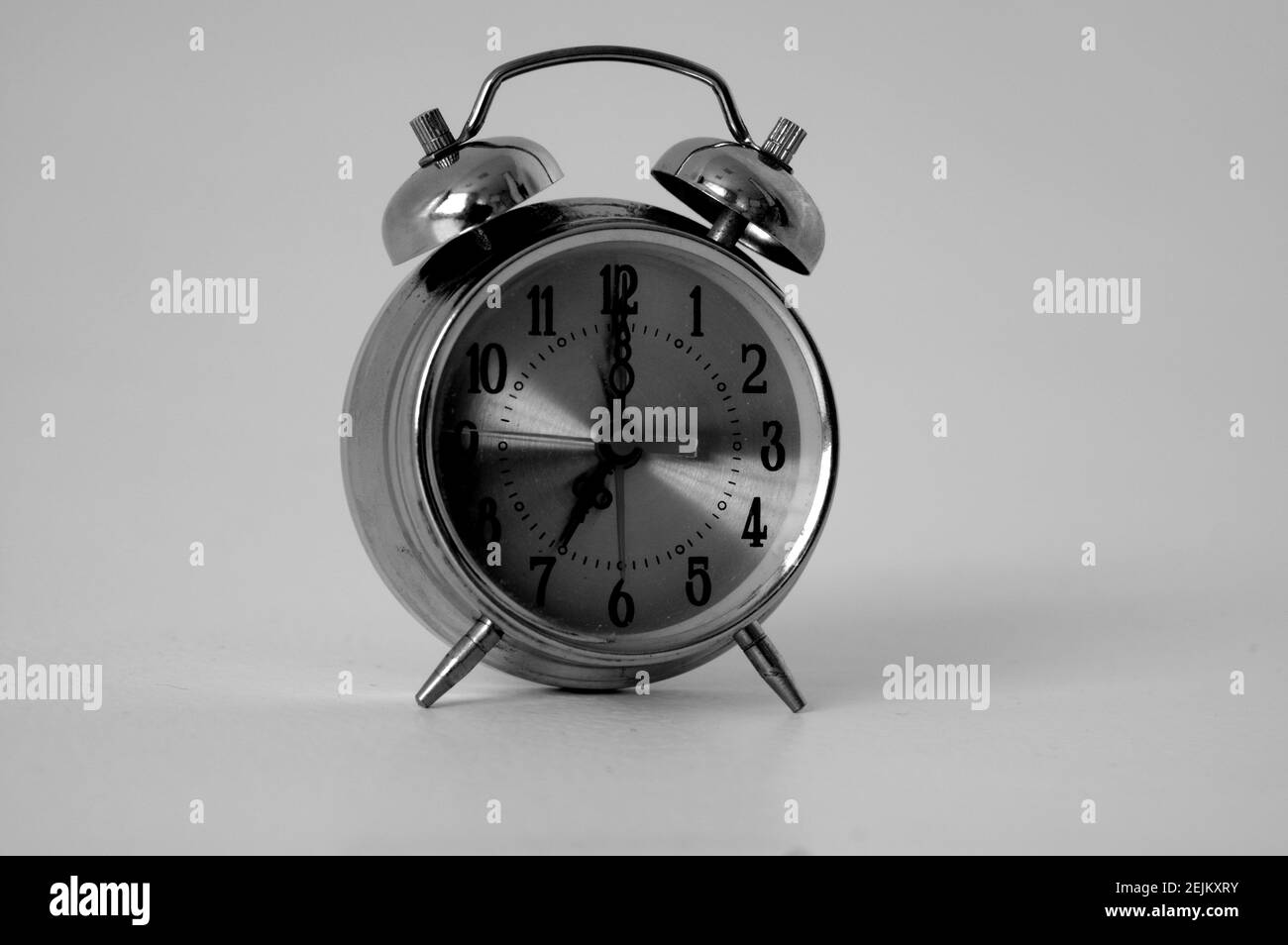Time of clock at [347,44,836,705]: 7:00
